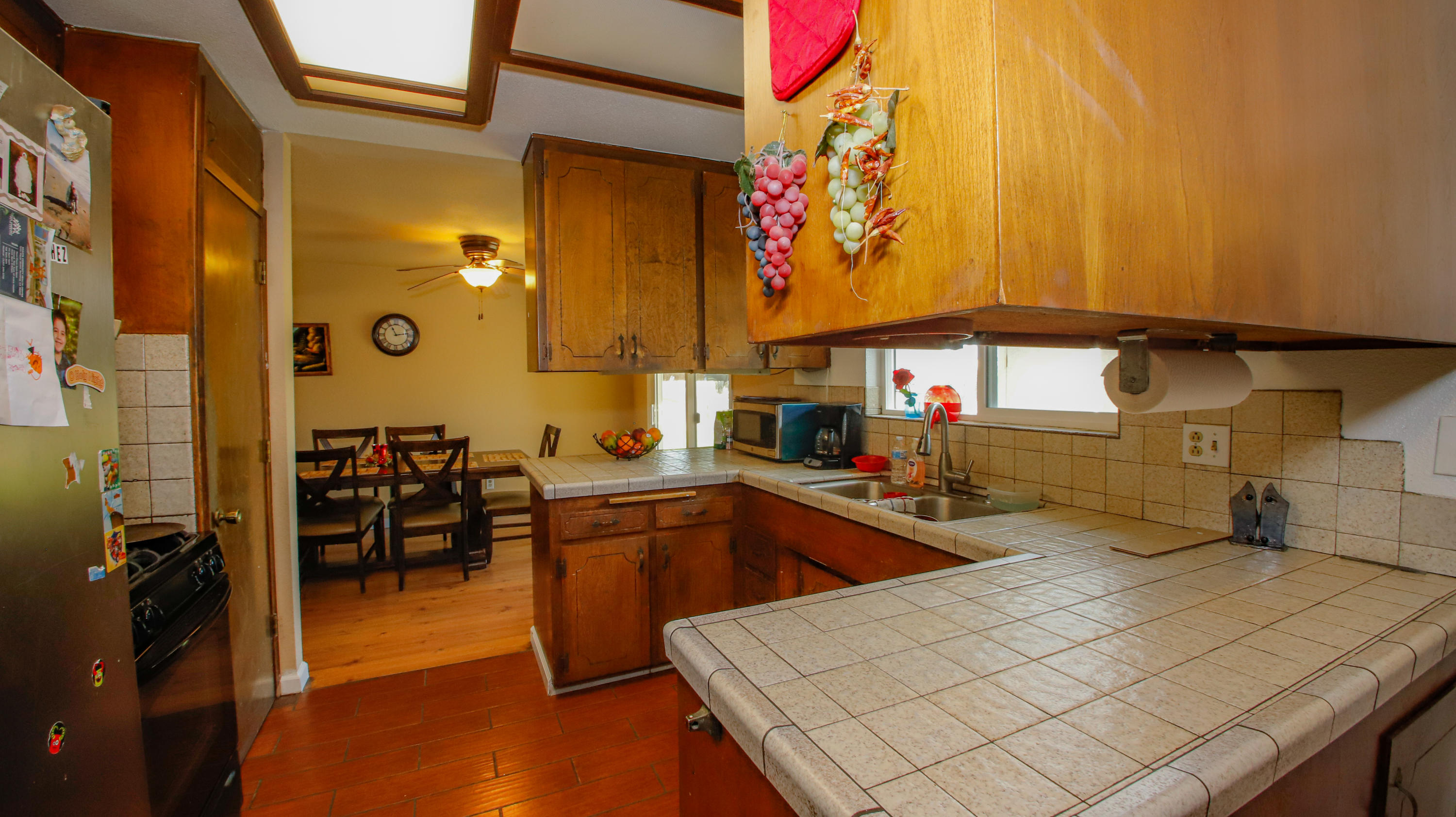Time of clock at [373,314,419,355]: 11:13
